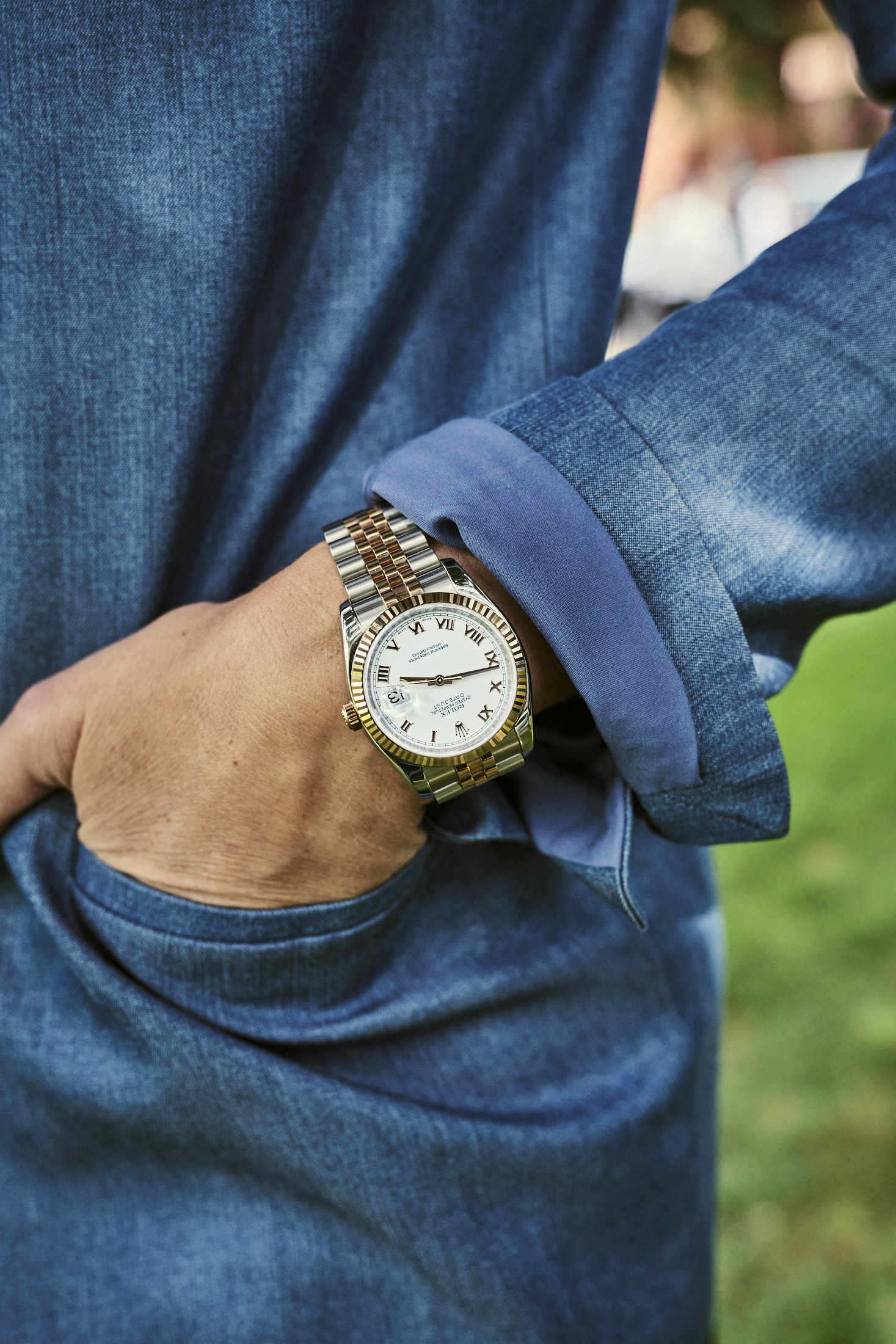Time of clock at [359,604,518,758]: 9:12
